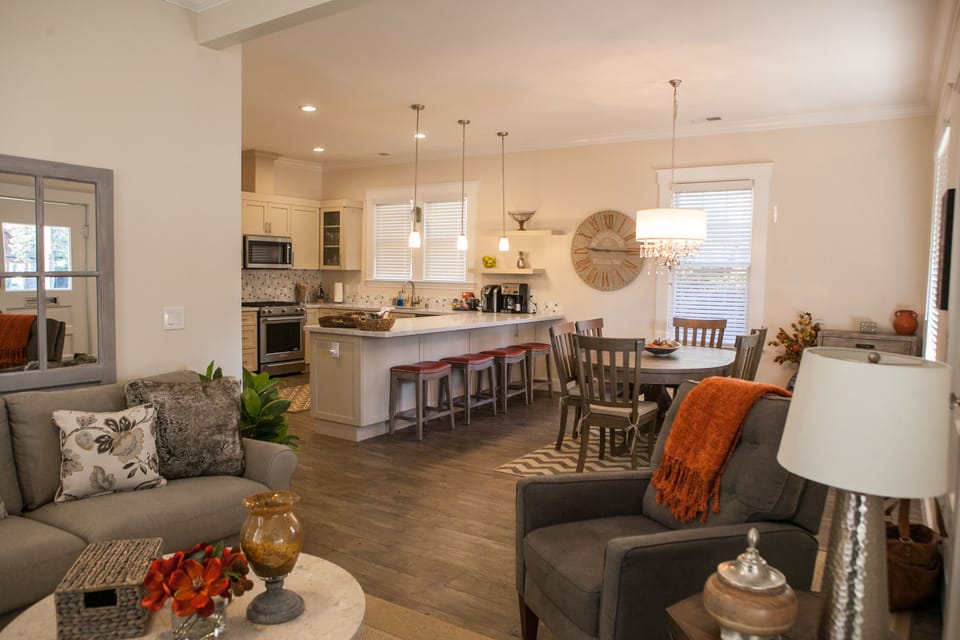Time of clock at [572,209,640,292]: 9:15
